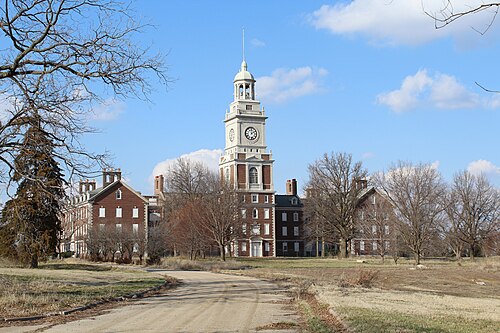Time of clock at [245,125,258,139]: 2:01
